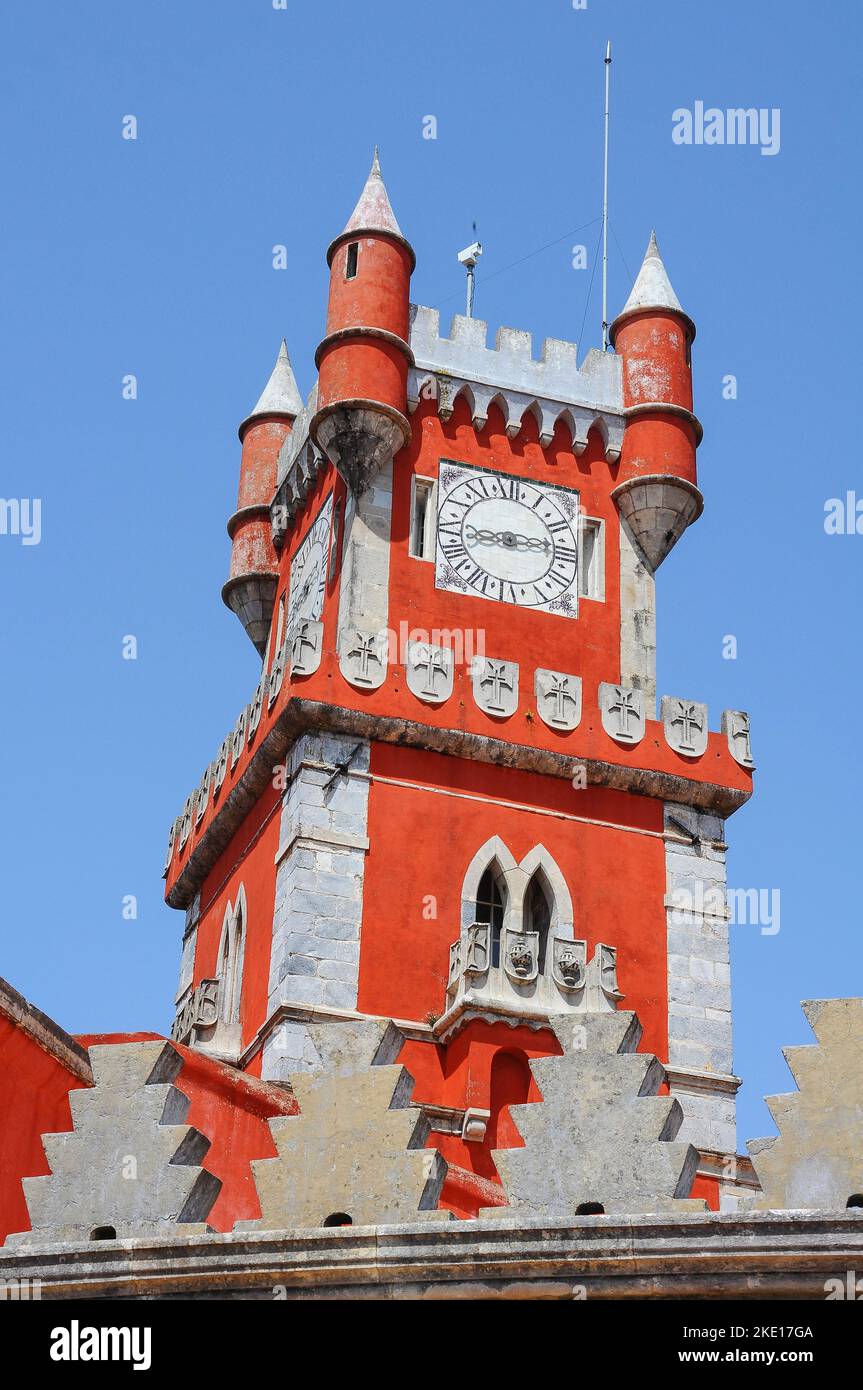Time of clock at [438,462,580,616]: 8:13
